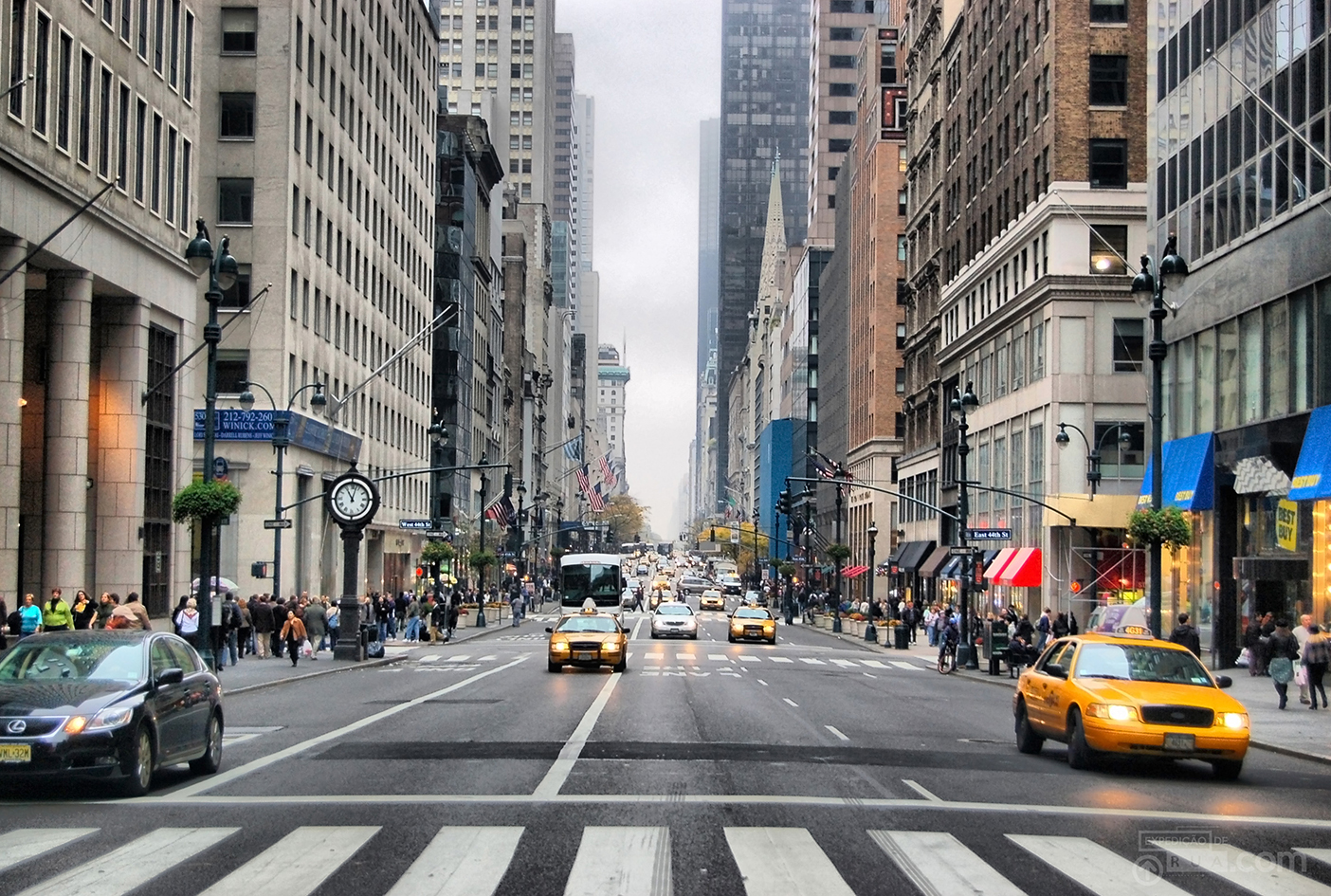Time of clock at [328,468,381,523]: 11:02
